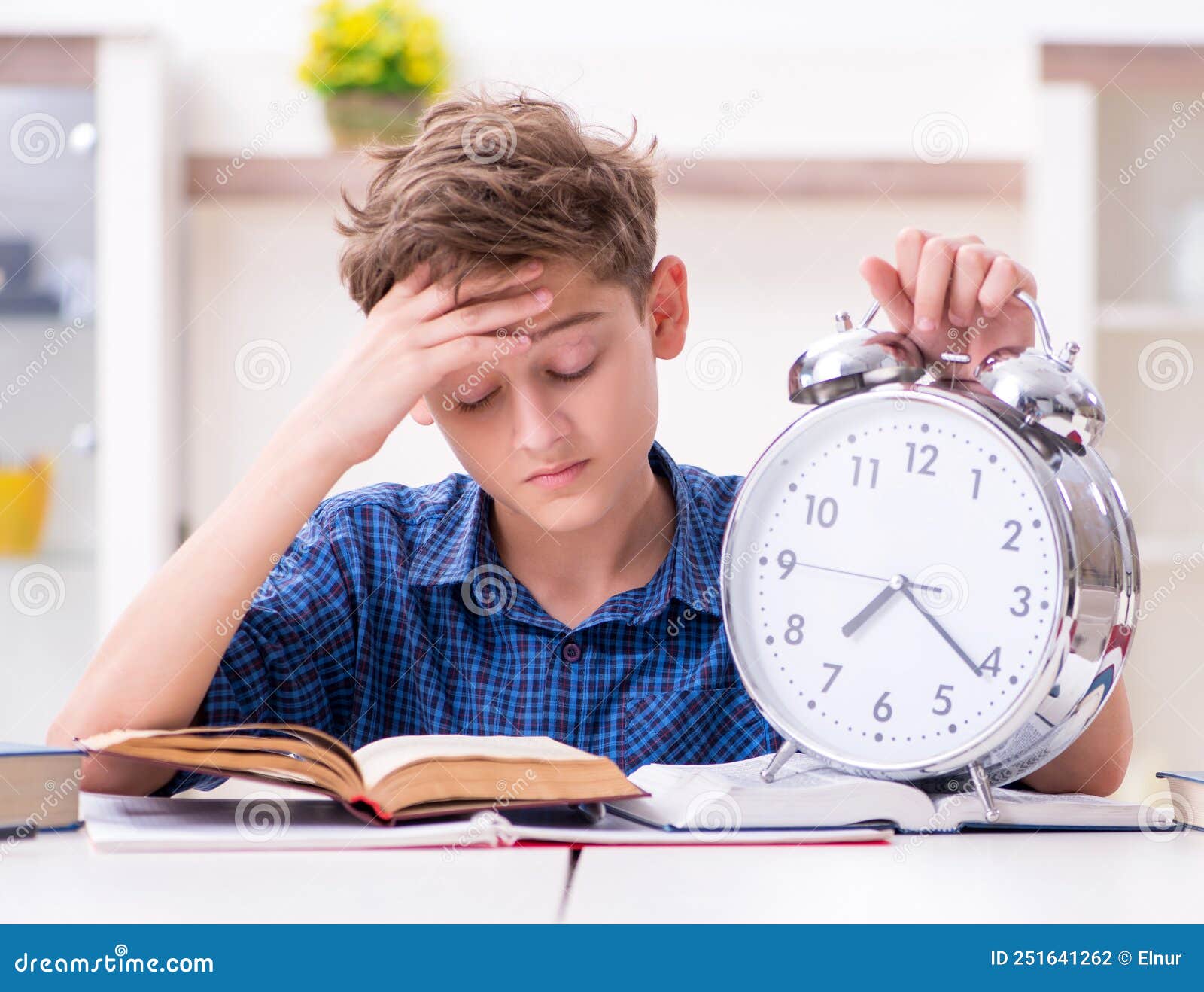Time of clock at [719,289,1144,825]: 7:21
